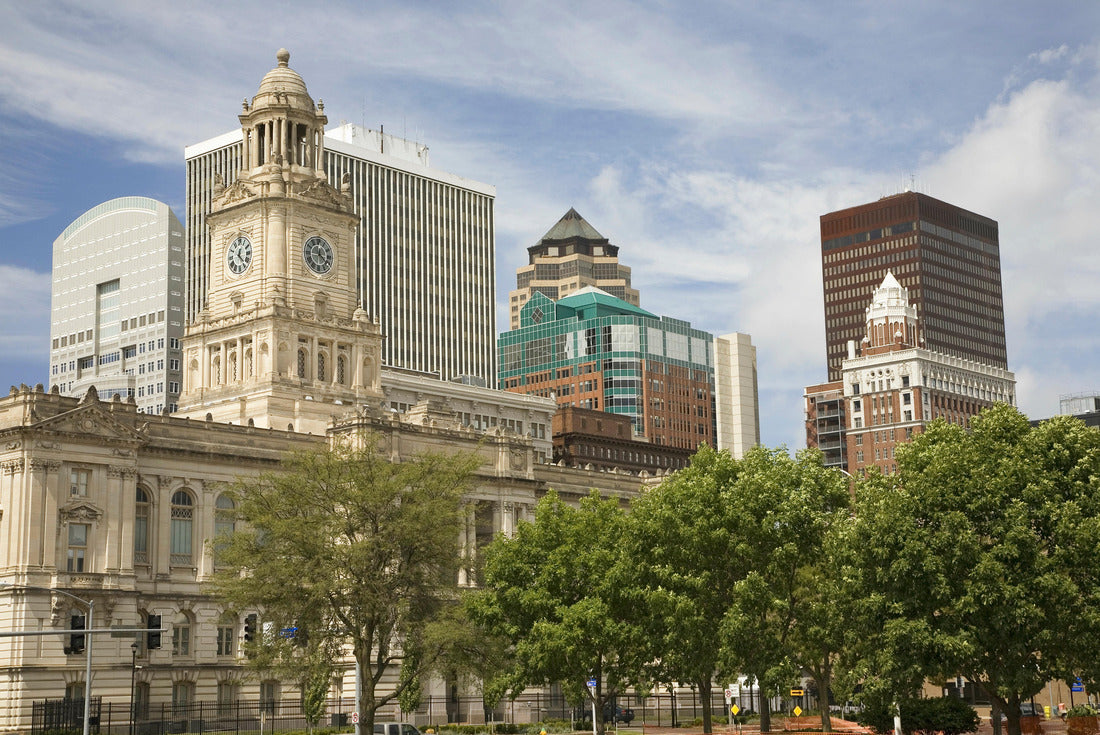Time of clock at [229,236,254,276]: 12:23
